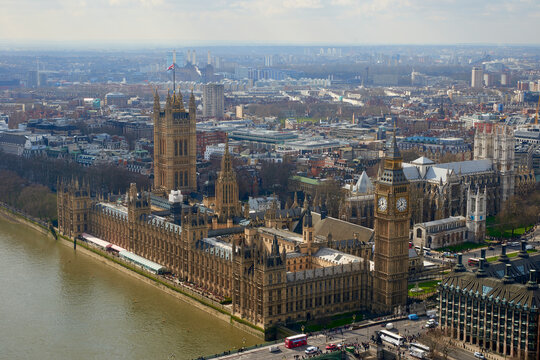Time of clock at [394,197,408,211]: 11:39
